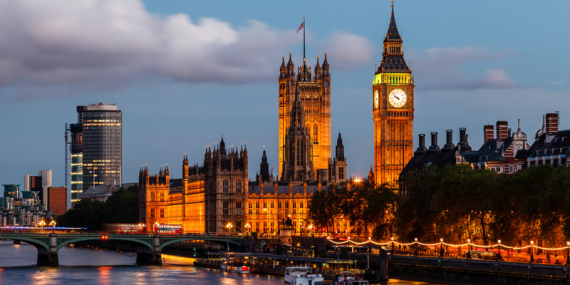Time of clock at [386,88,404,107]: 9:52
